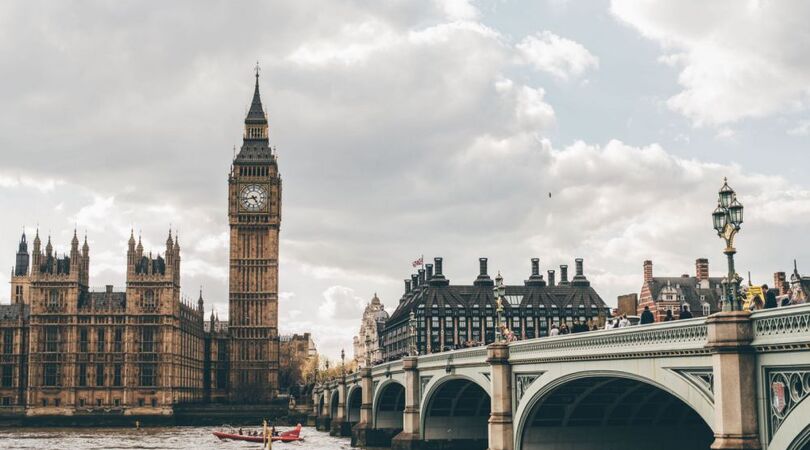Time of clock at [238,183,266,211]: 4:42
